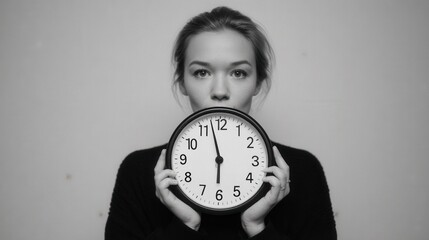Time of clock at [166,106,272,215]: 5:57
